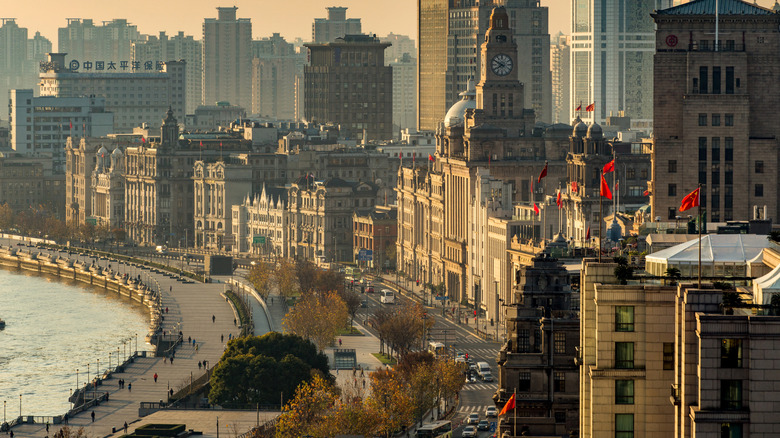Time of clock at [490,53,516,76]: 7:49
